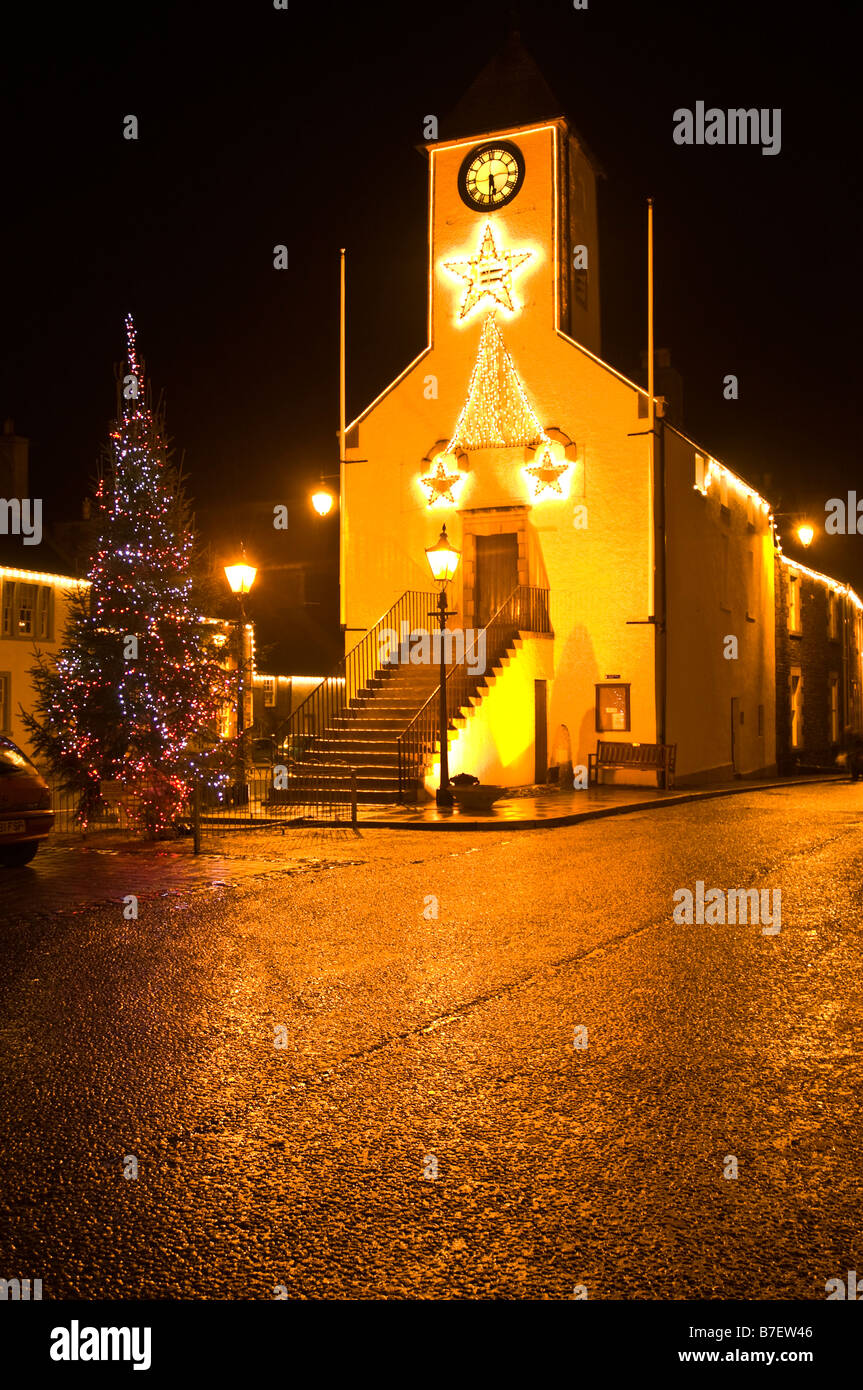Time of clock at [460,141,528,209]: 5:30
